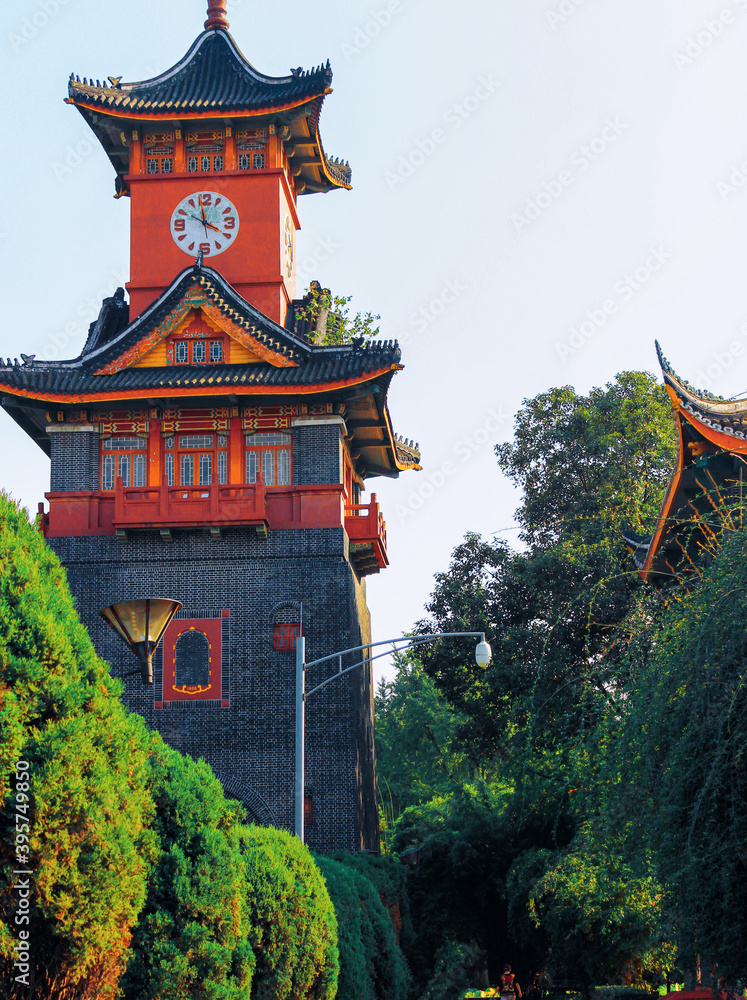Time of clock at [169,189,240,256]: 3:58
